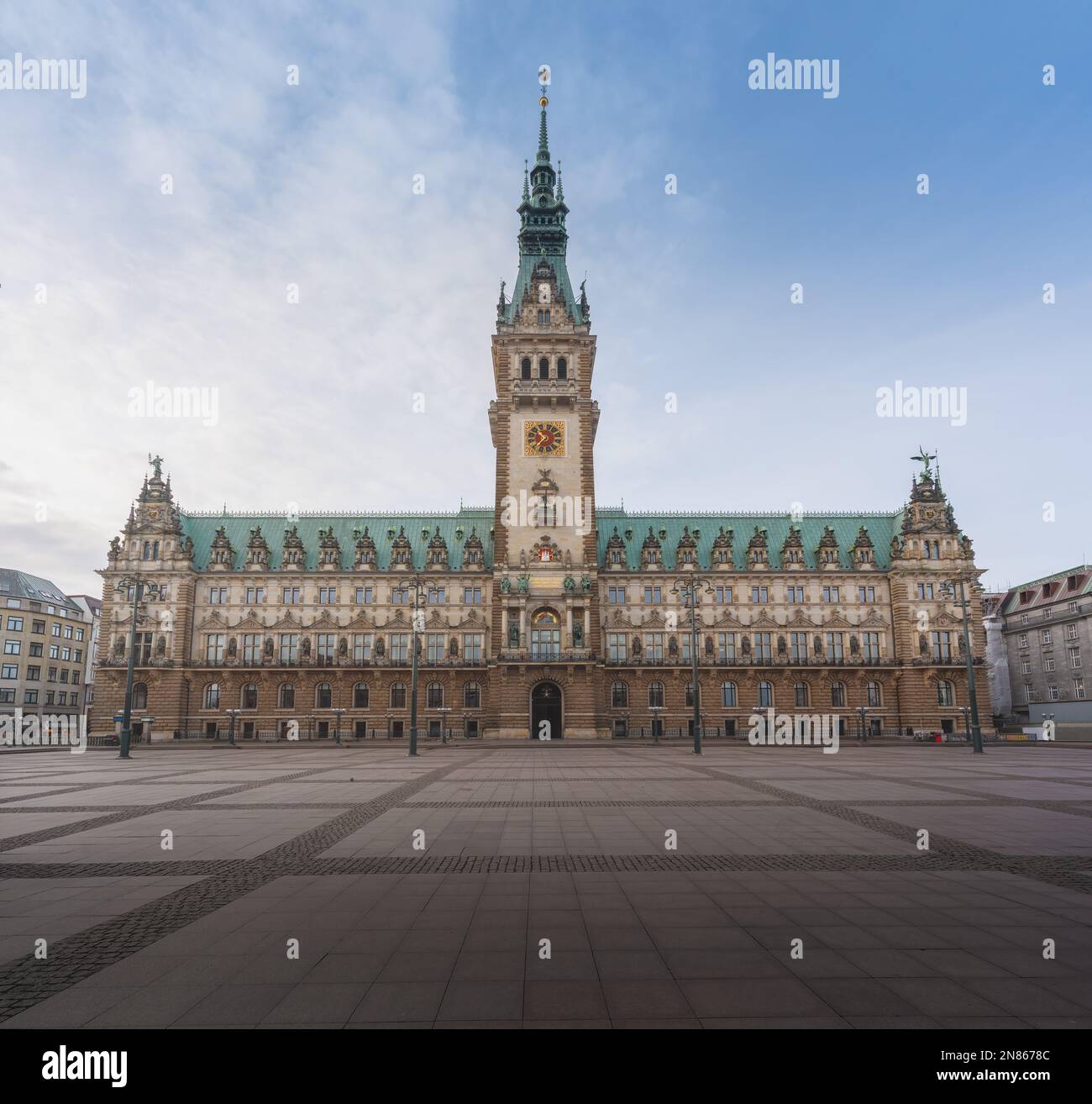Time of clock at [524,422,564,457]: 10:36
